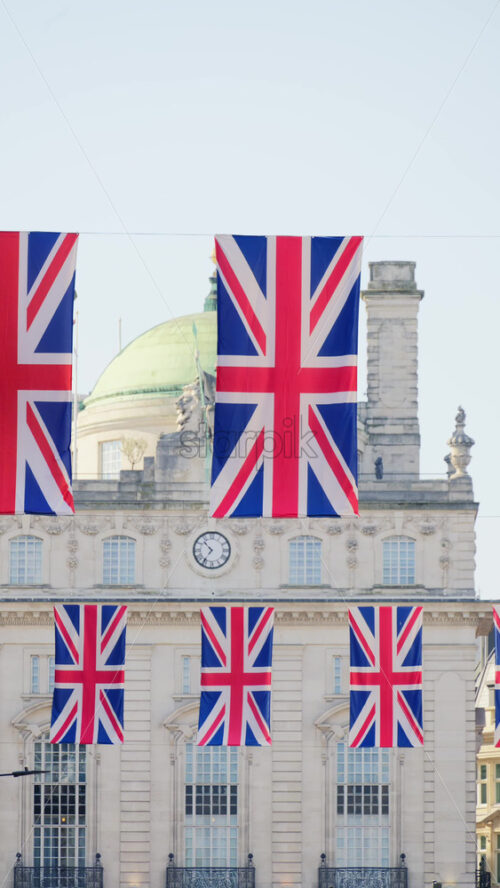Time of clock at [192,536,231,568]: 10:36
